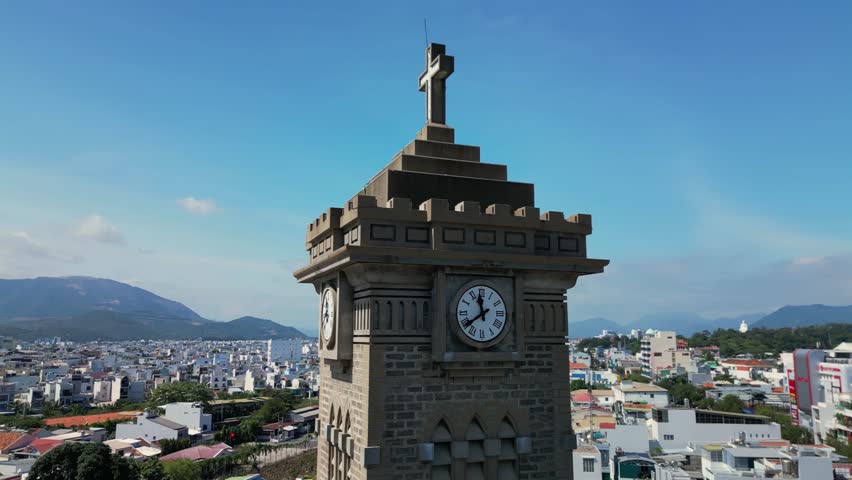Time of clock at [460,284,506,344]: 11:39
